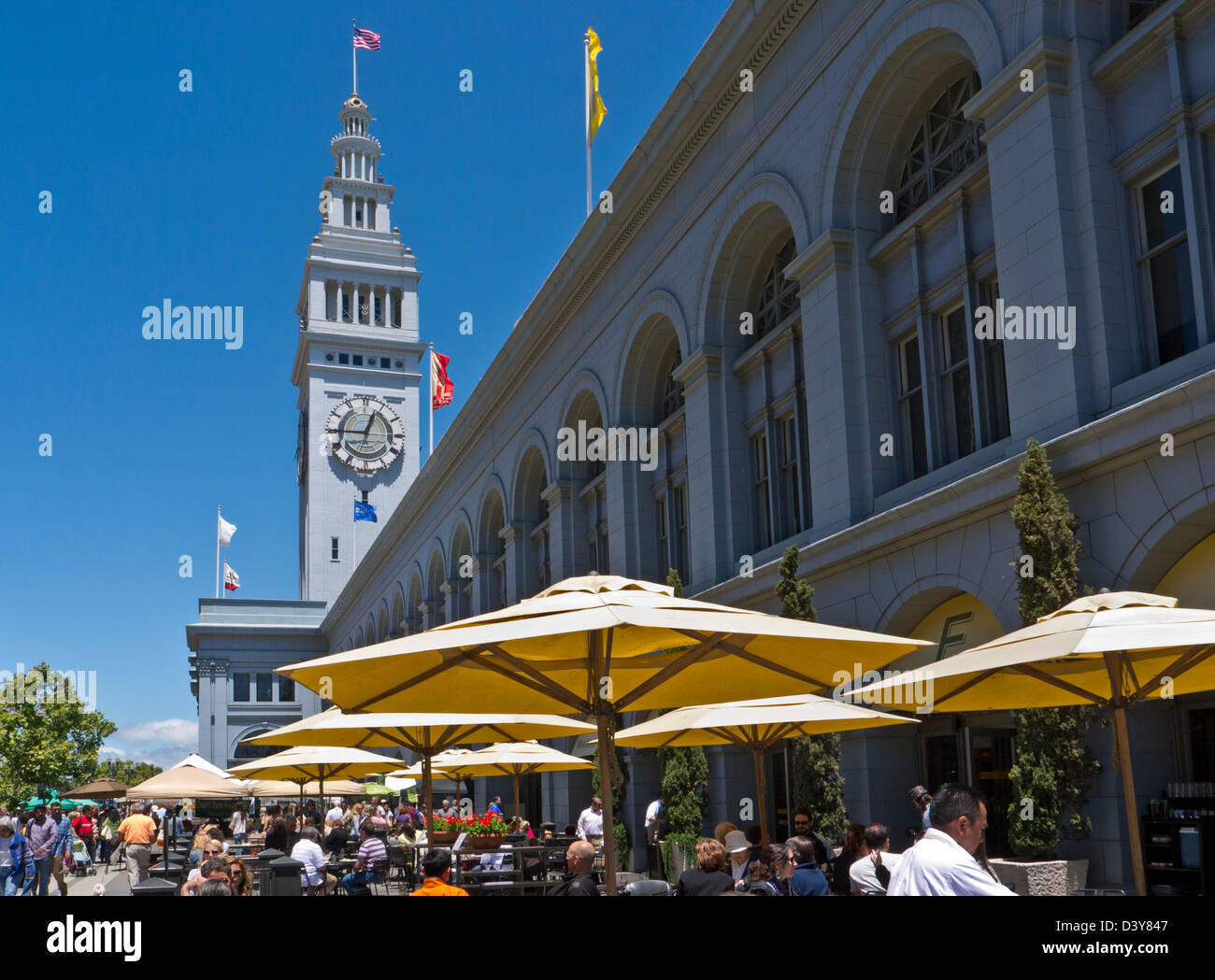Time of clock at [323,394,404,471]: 12:45
